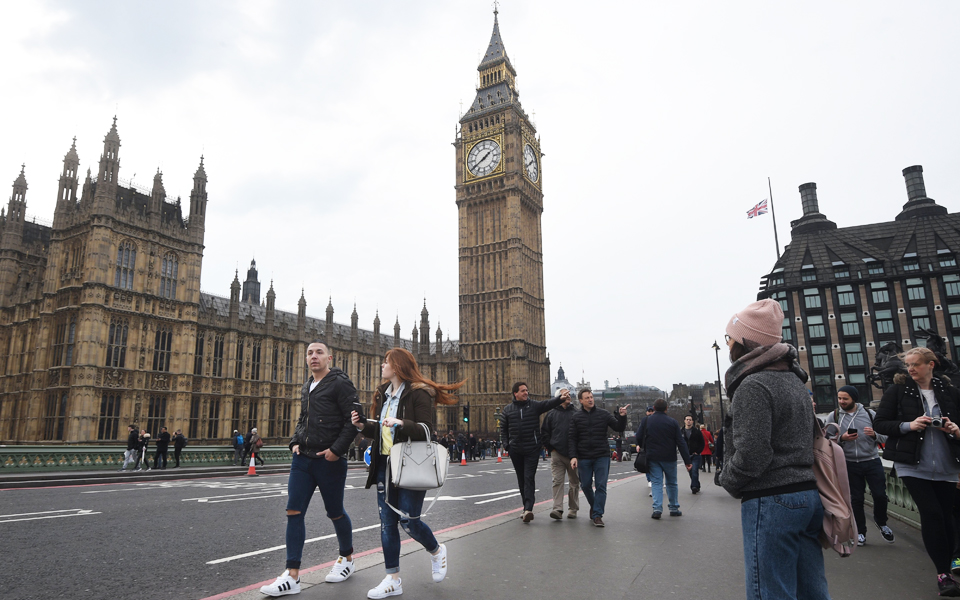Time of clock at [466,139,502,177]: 1:39
